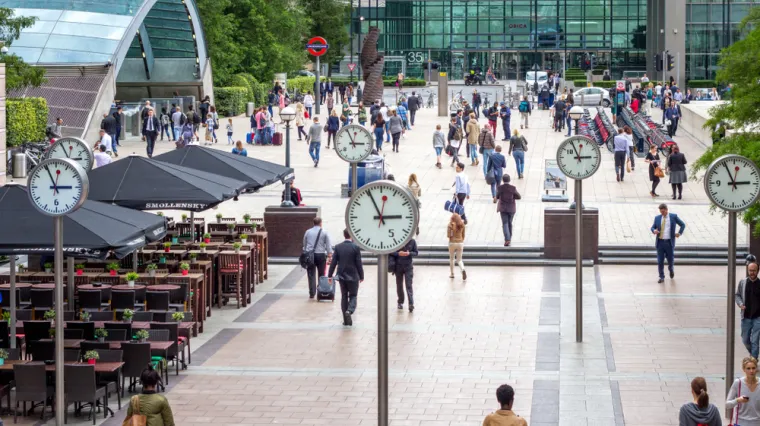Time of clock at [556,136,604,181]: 2:56
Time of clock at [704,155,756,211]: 2:55
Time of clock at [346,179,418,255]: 2:55
